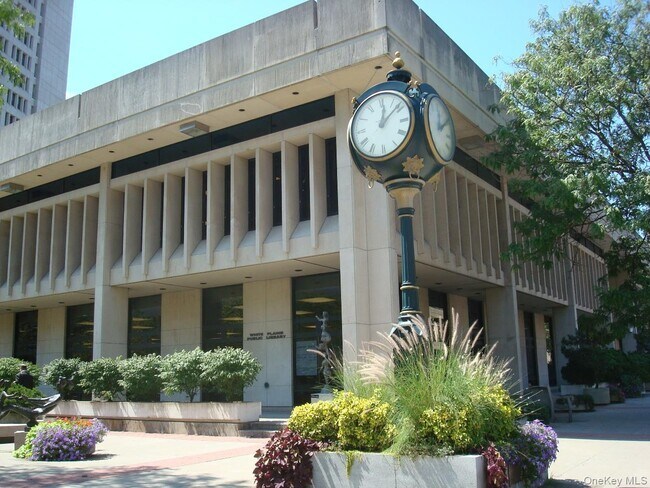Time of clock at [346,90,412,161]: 12:08
